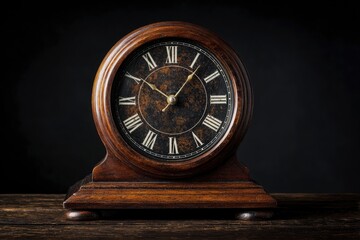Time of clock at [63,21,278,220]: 10:06
